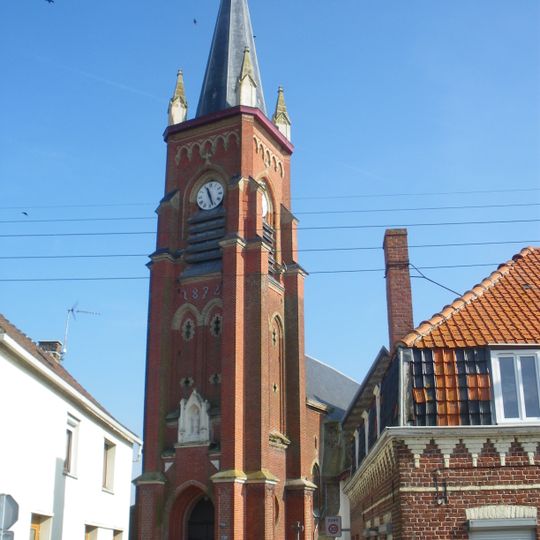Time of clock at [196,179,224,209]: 11:27
